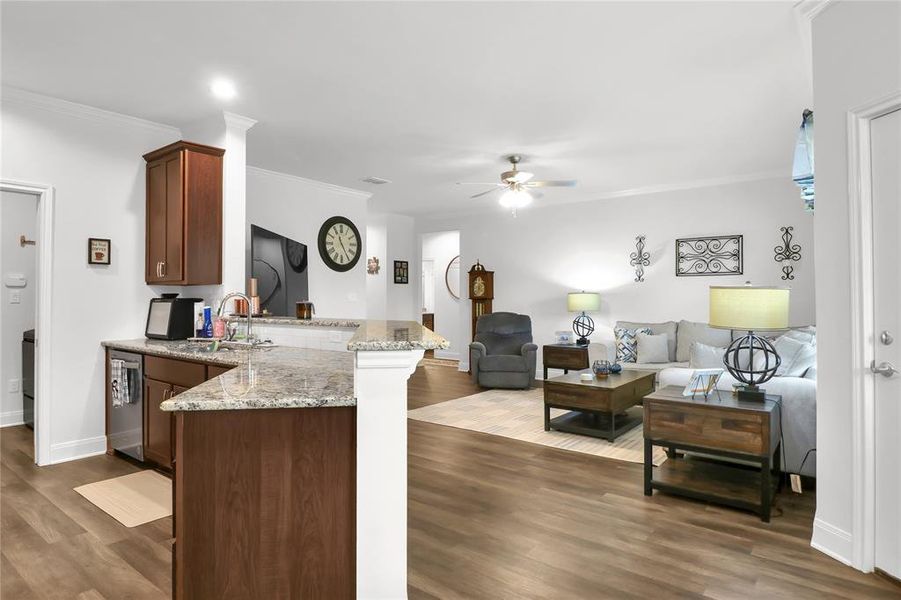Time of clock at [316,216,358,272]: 11:24
